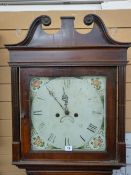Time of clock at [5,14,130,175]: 11:53
